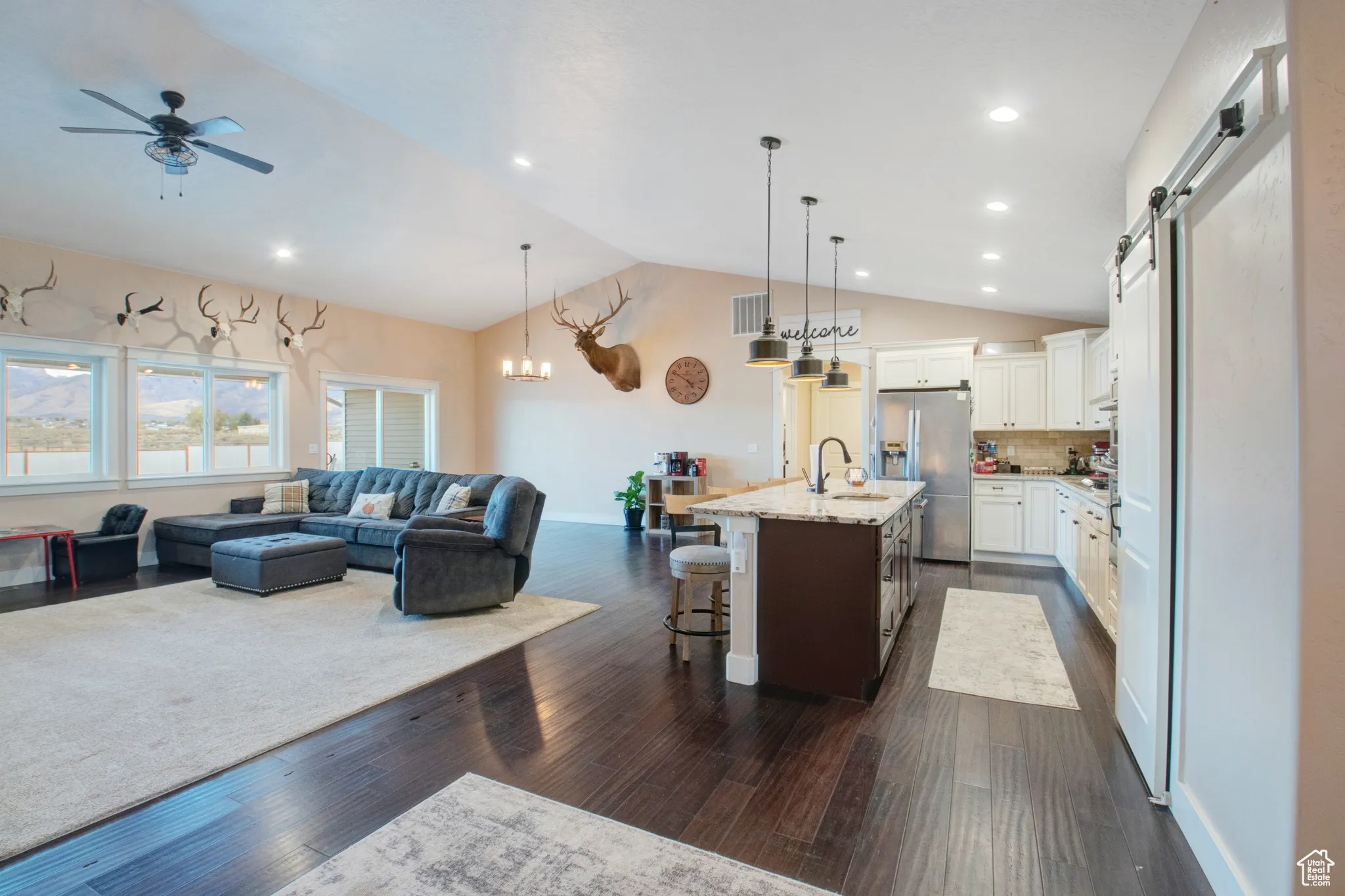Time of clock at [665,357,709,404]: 4:50
